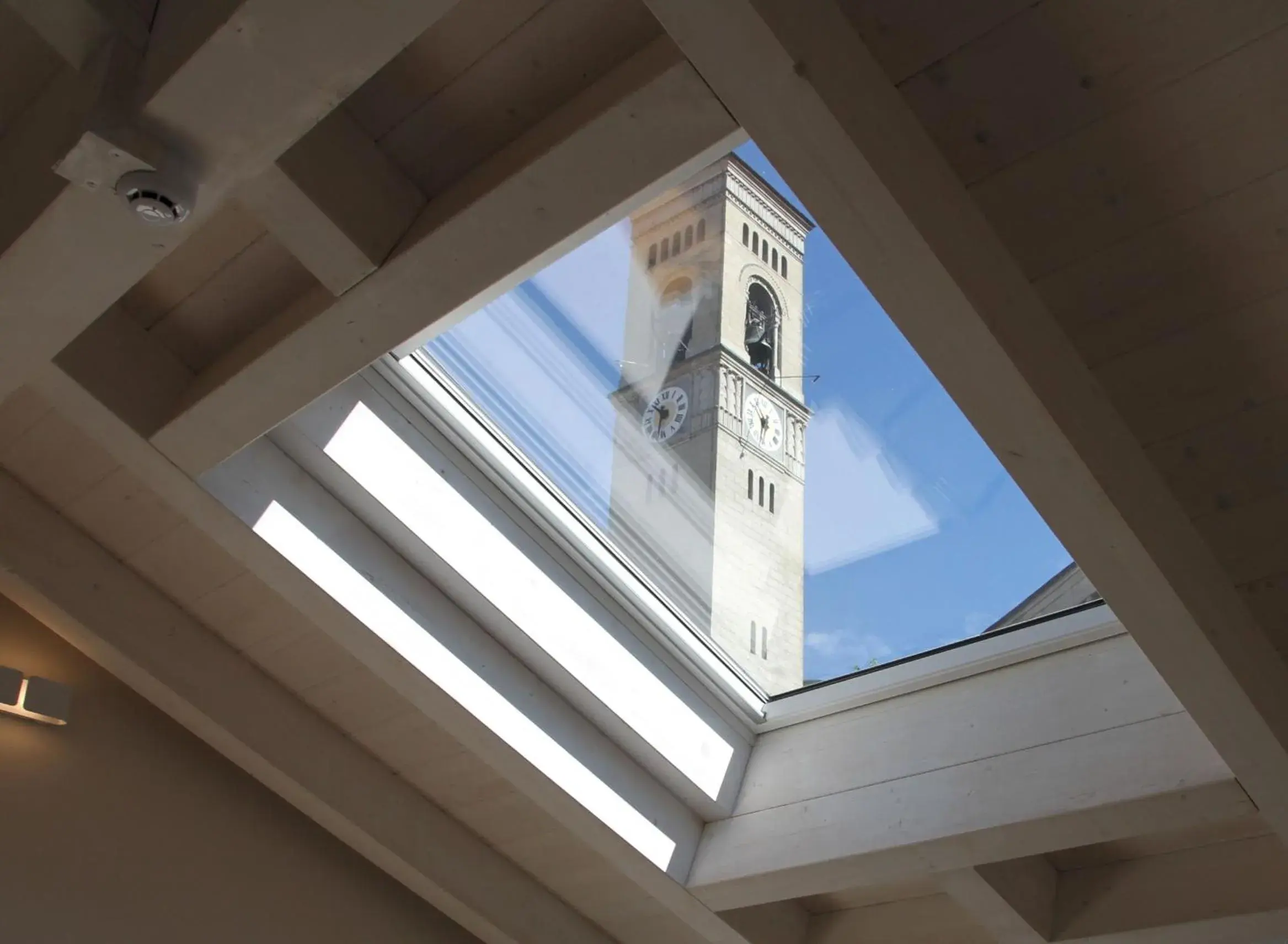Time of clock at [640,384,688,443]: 10:32
